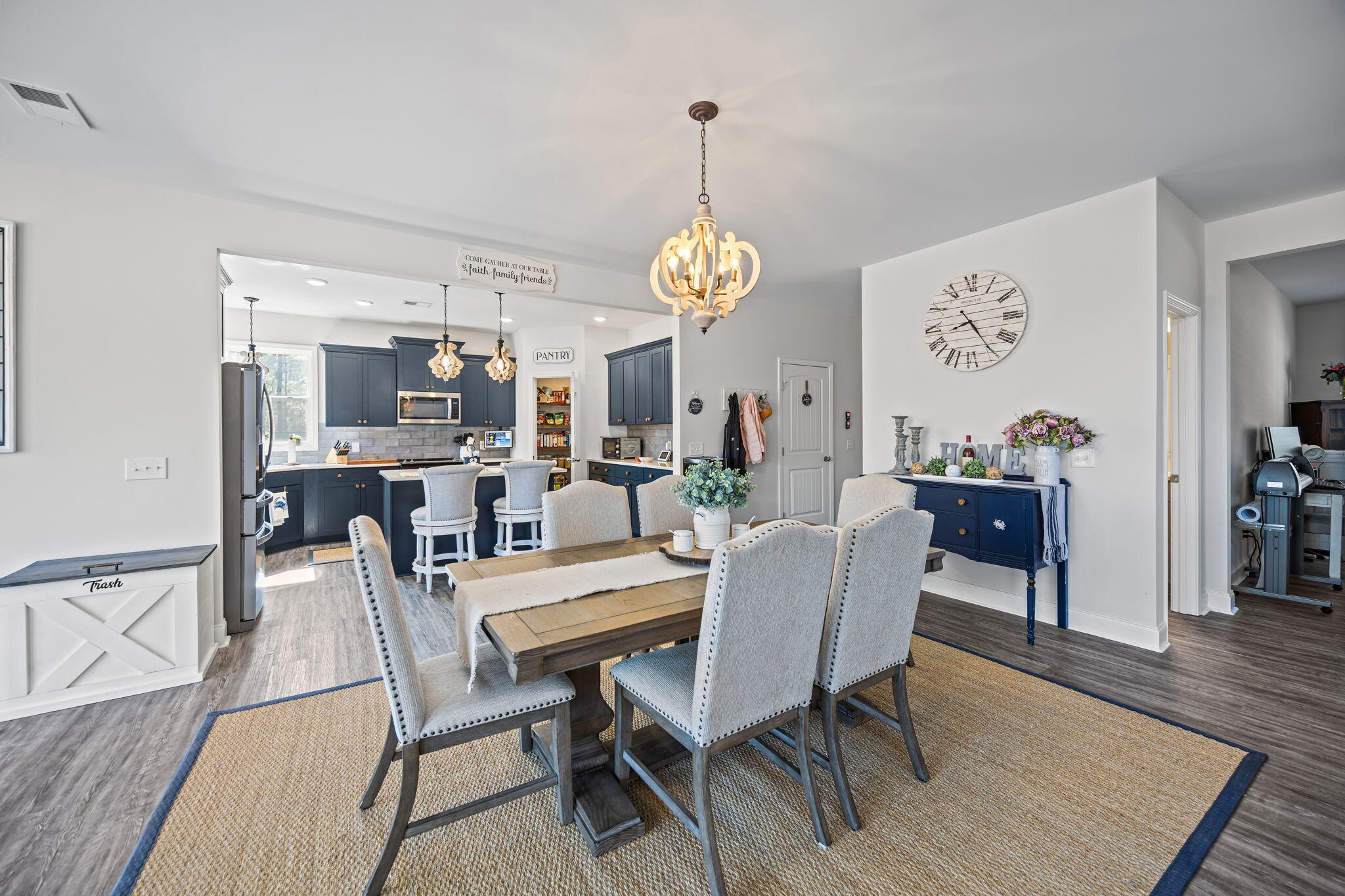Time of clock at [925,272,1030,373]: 8:24
